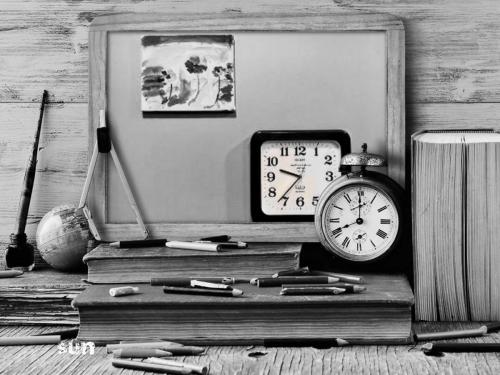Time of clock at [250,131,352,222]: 9:36
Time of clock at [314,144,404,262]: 8:00
